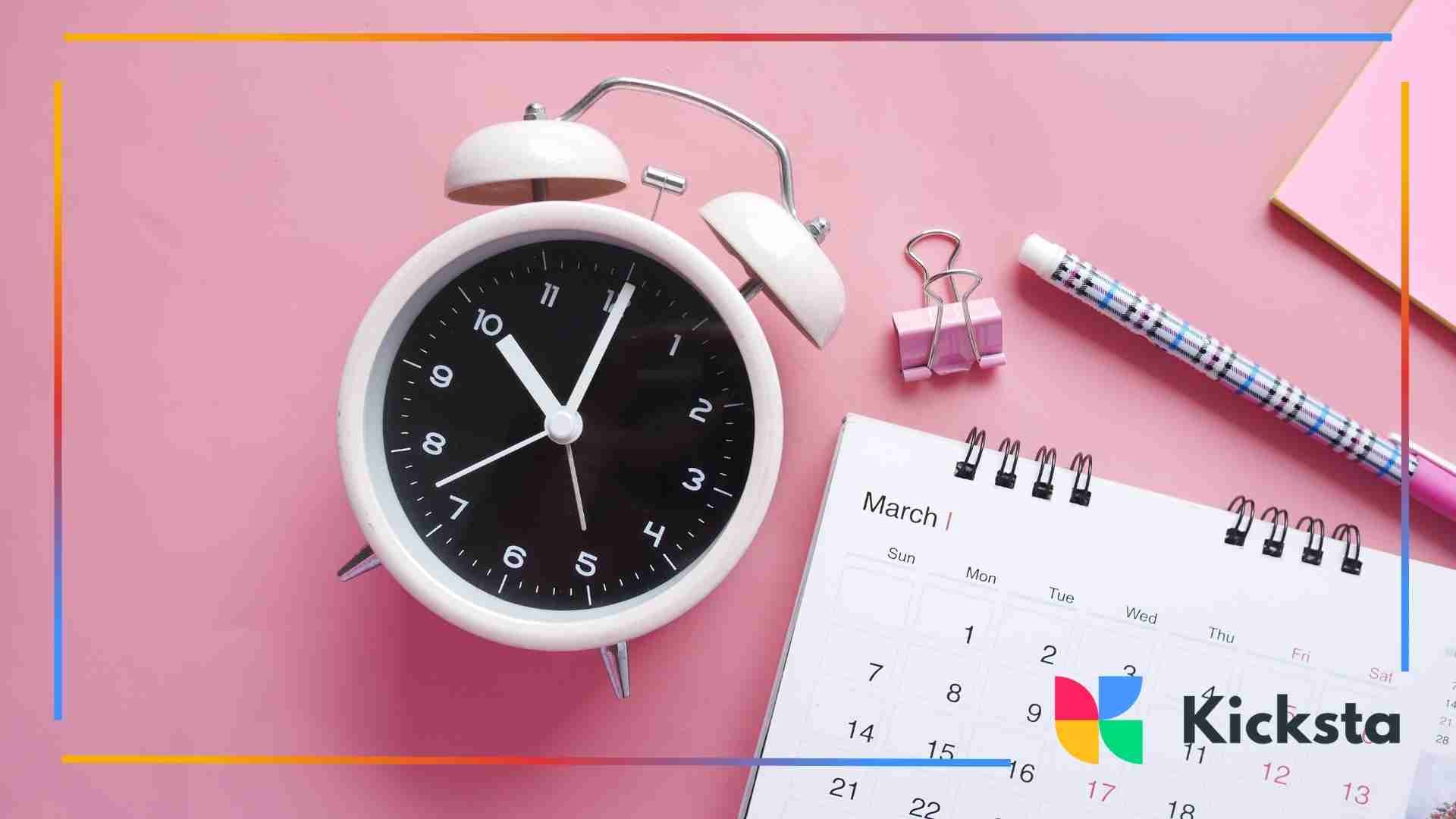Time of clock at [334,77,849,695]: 11:05
